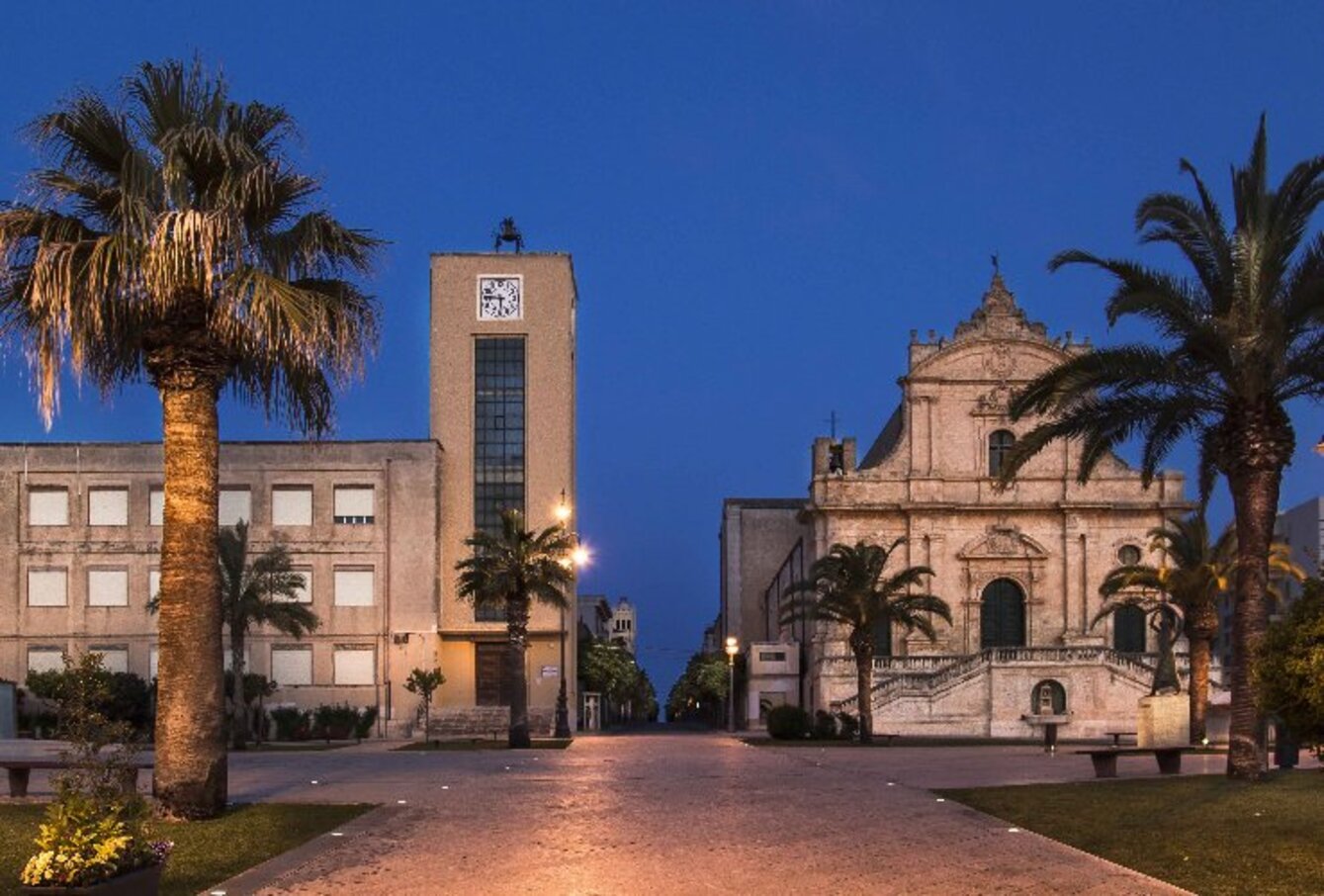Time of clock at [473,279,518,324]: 5:45
